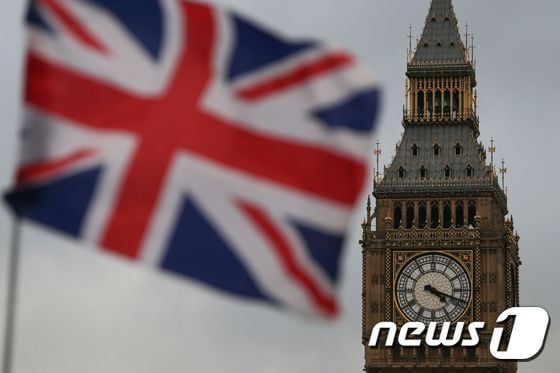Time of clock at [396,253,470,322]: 4:18
